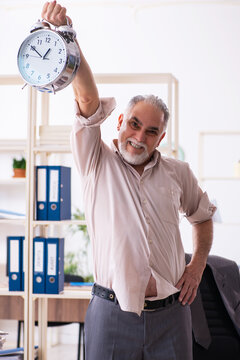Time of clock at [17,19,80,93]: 12:50
